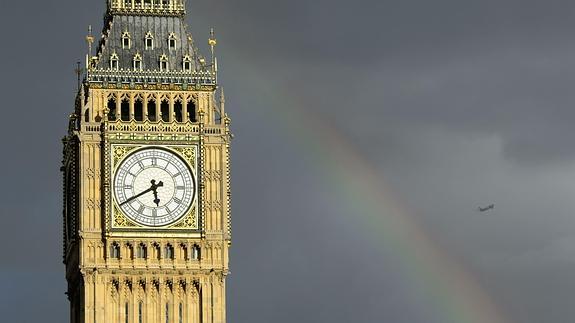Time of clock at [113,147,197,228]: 5:40
